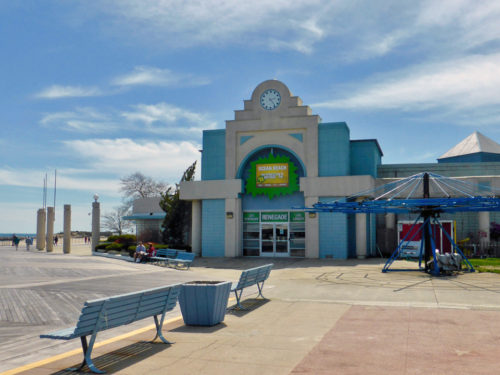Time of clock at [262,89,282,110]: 2:23
